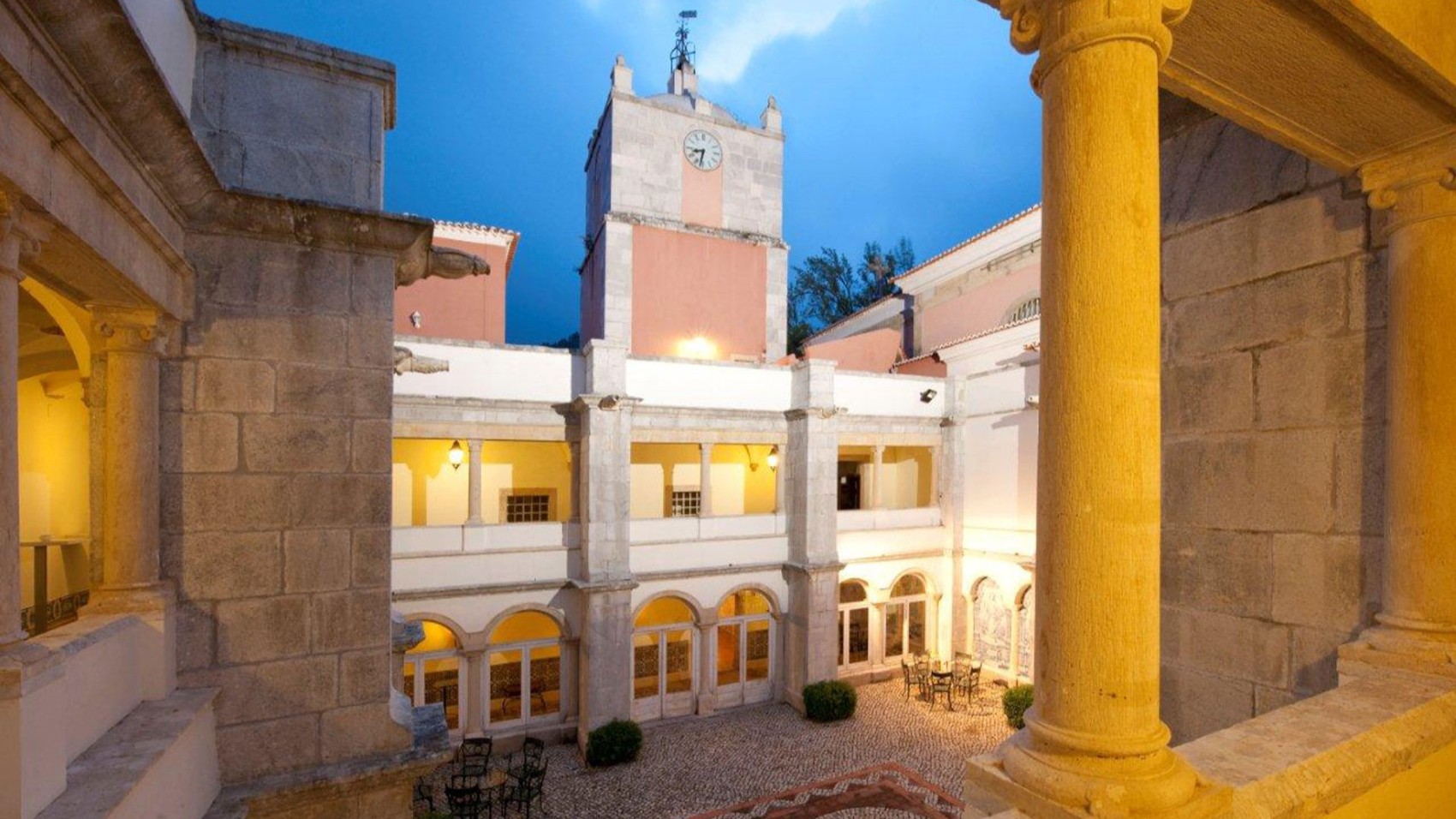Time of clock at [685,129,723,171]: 8:32
